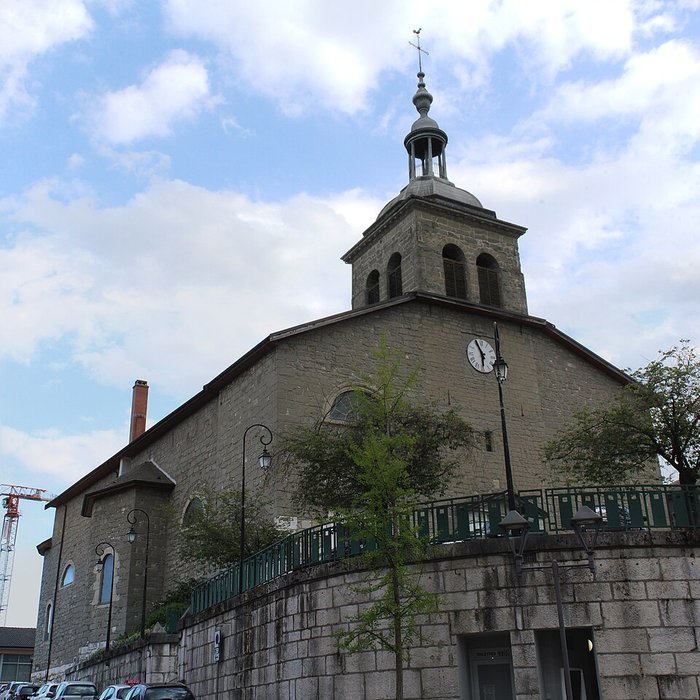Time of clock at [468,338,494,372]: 5:55
